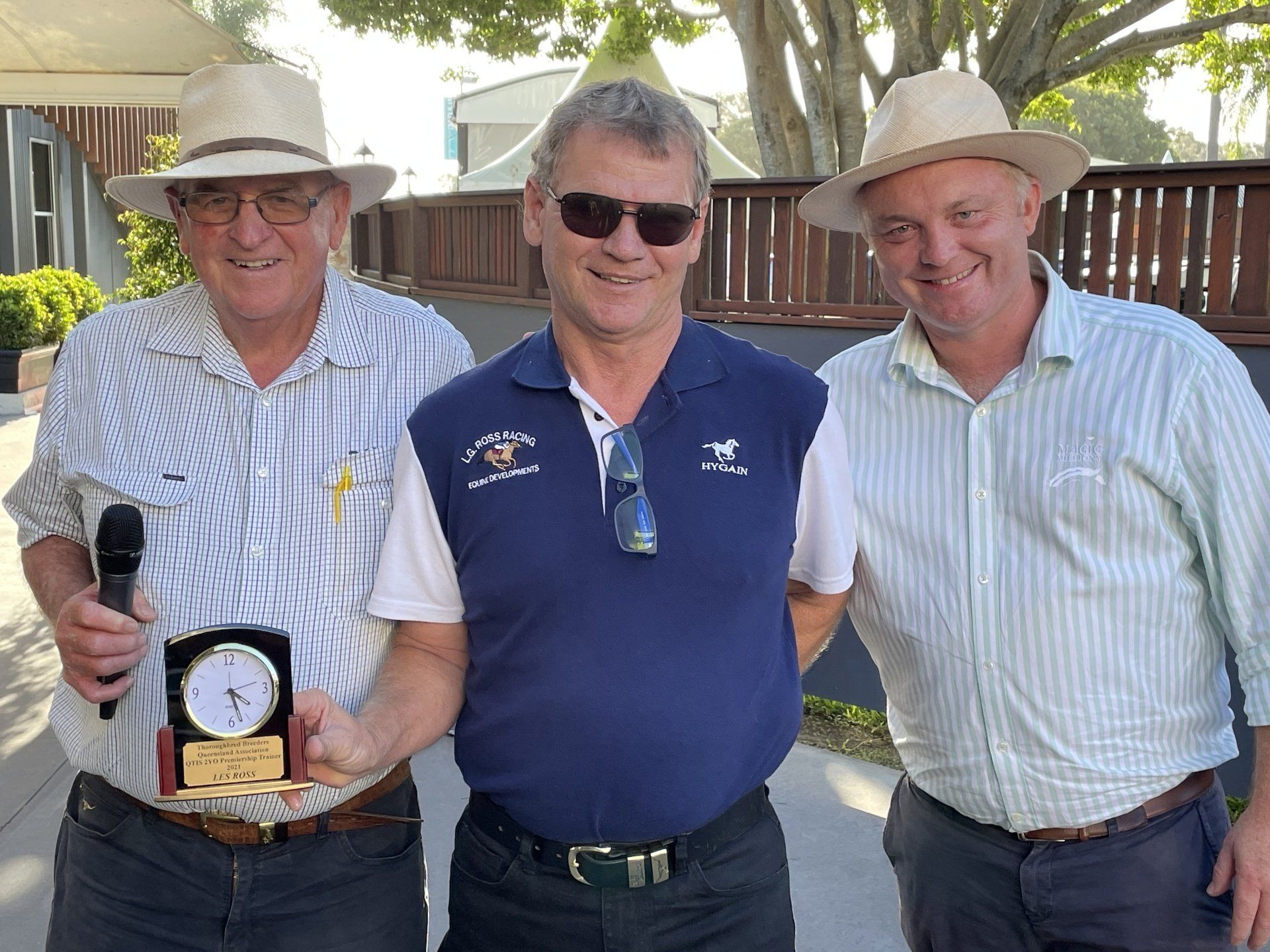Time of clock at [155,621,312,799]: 4:26
